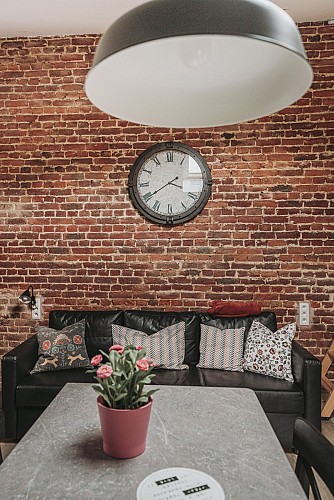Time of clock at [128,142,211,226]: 3:39
